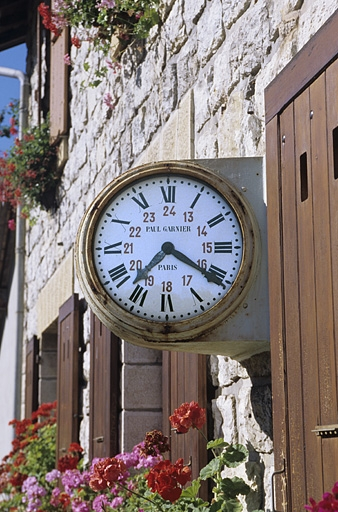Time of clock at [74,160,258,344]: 7:20
